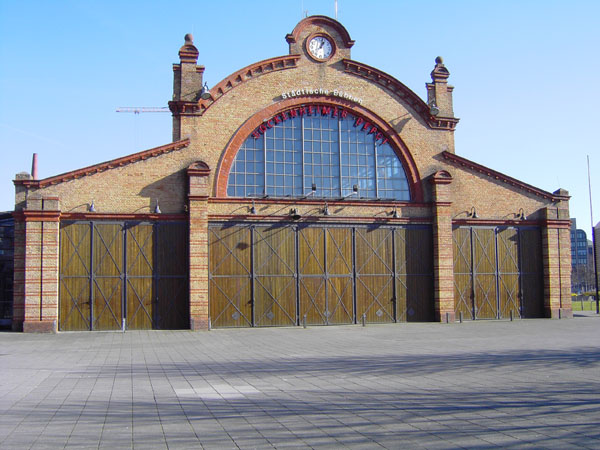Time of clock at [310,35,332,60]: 1:02
